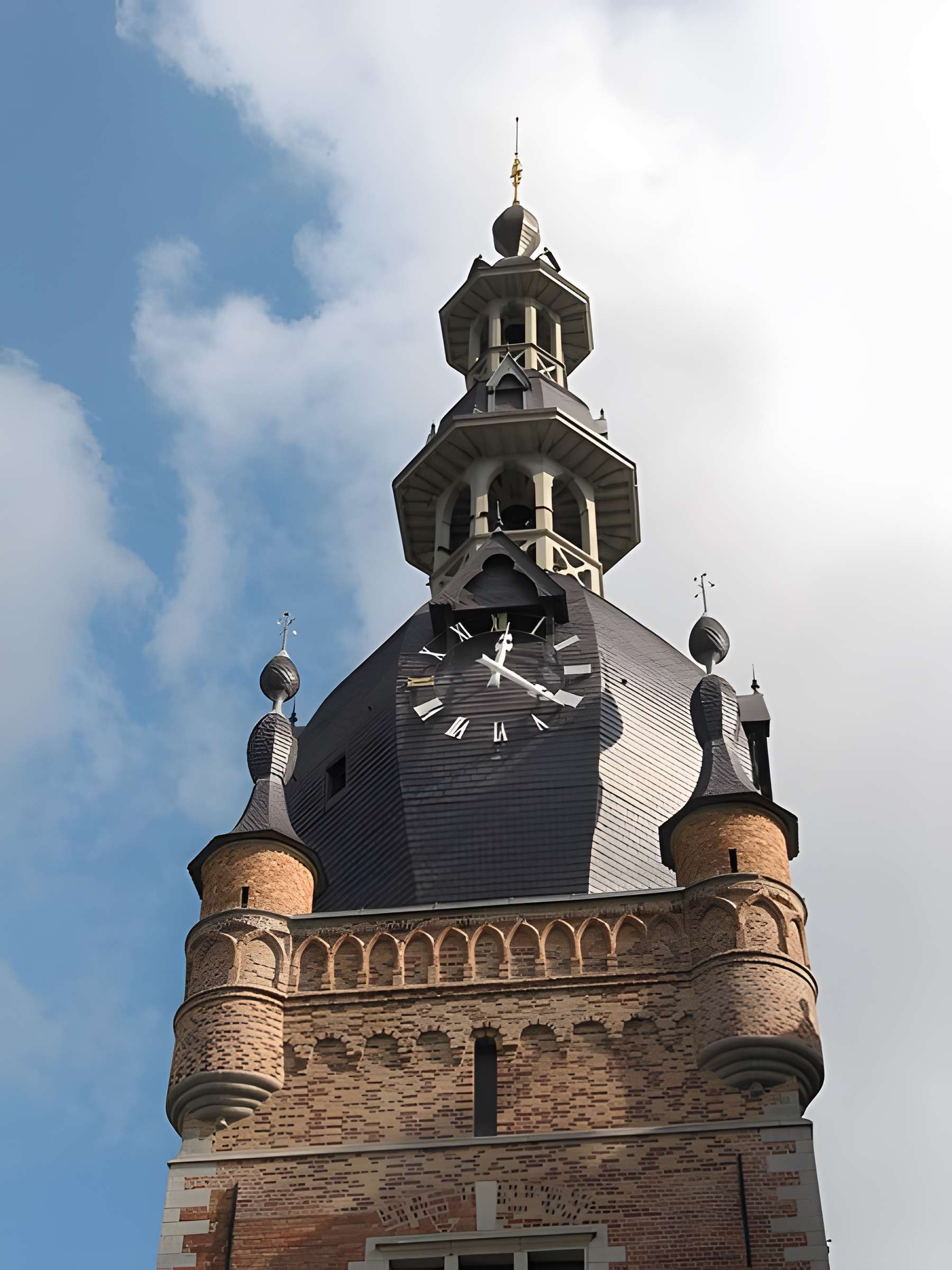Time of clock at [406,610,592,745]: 12:21
